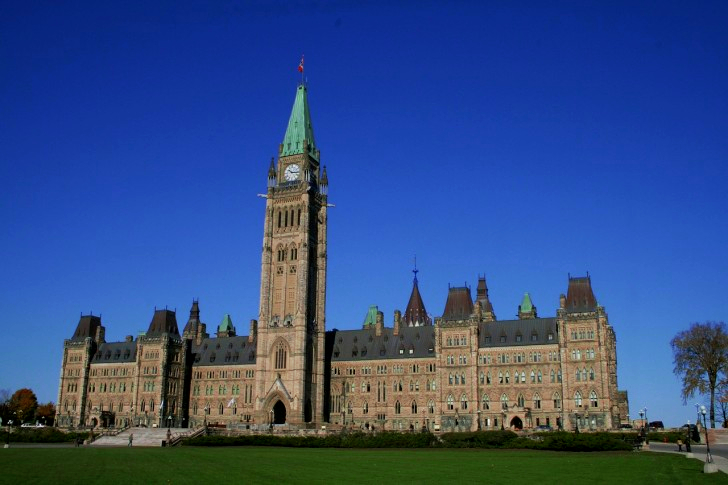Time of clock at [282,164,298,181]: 10:15
